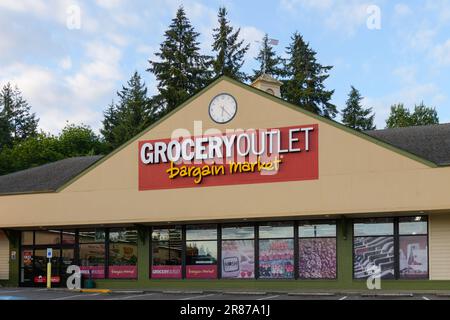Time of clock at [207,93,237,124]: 6:22
